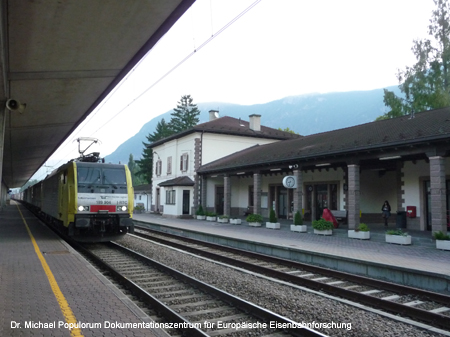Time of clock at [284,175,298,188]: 8:32
